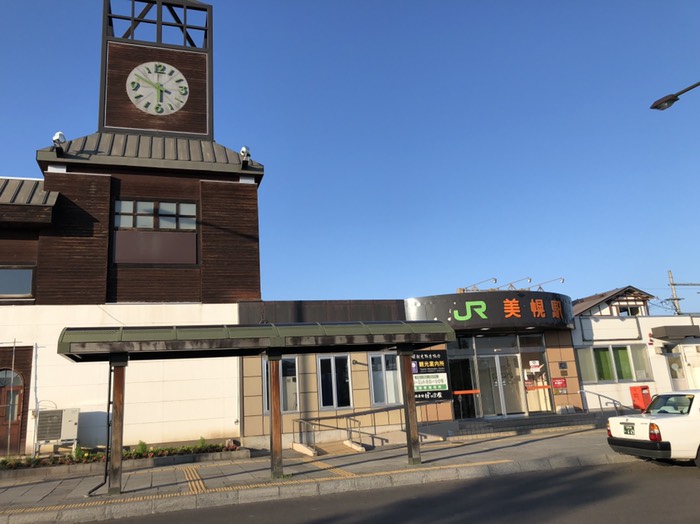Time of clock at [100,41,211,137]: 5:49
